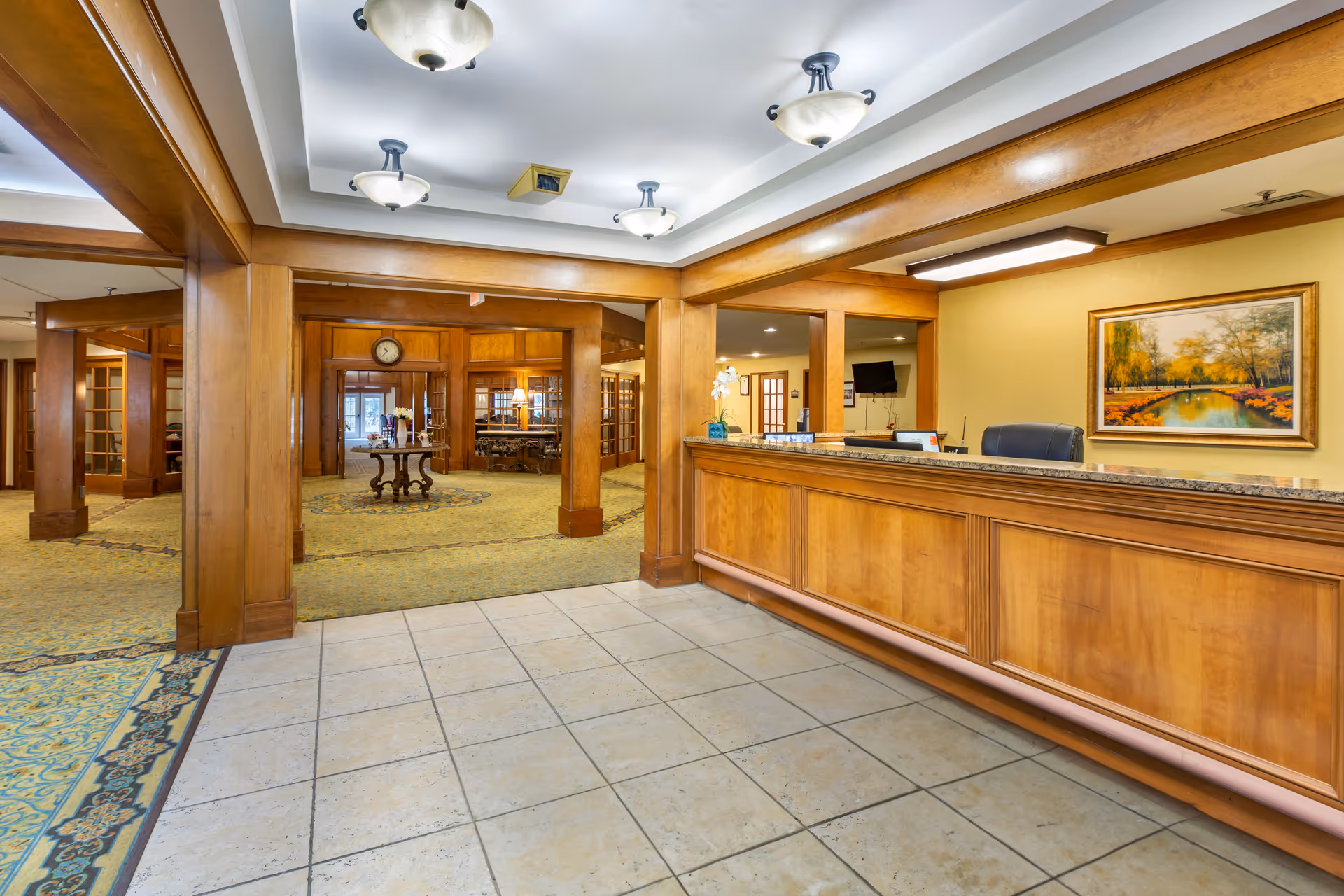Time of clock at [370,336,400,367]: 10:37
